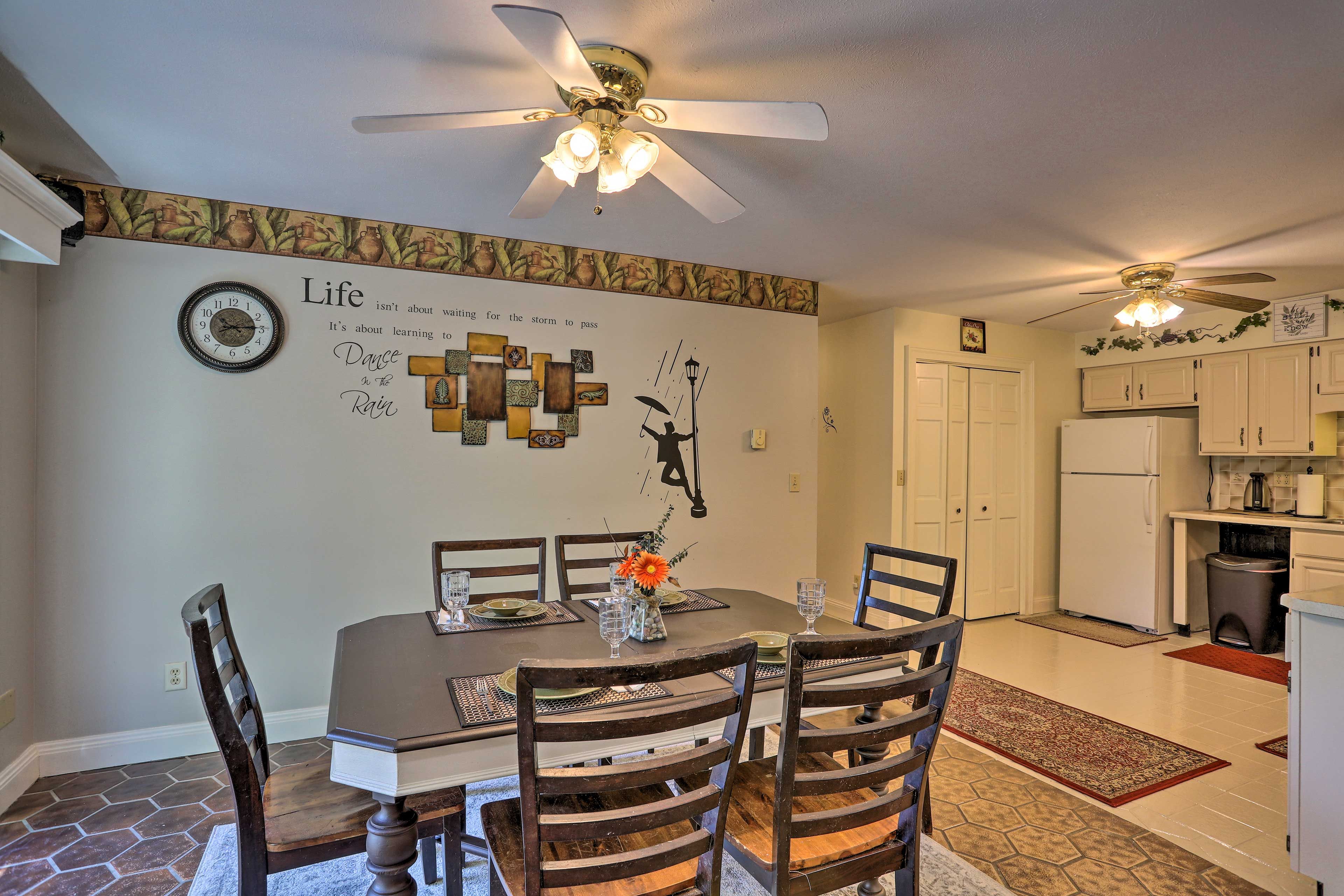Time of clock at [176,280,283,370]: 10:14
